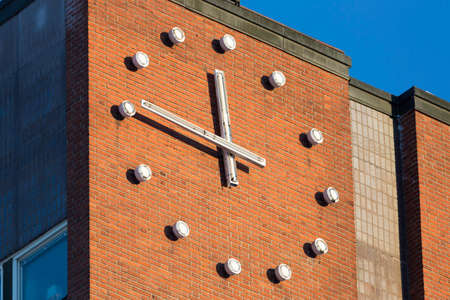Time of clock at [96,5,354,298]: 11:46
